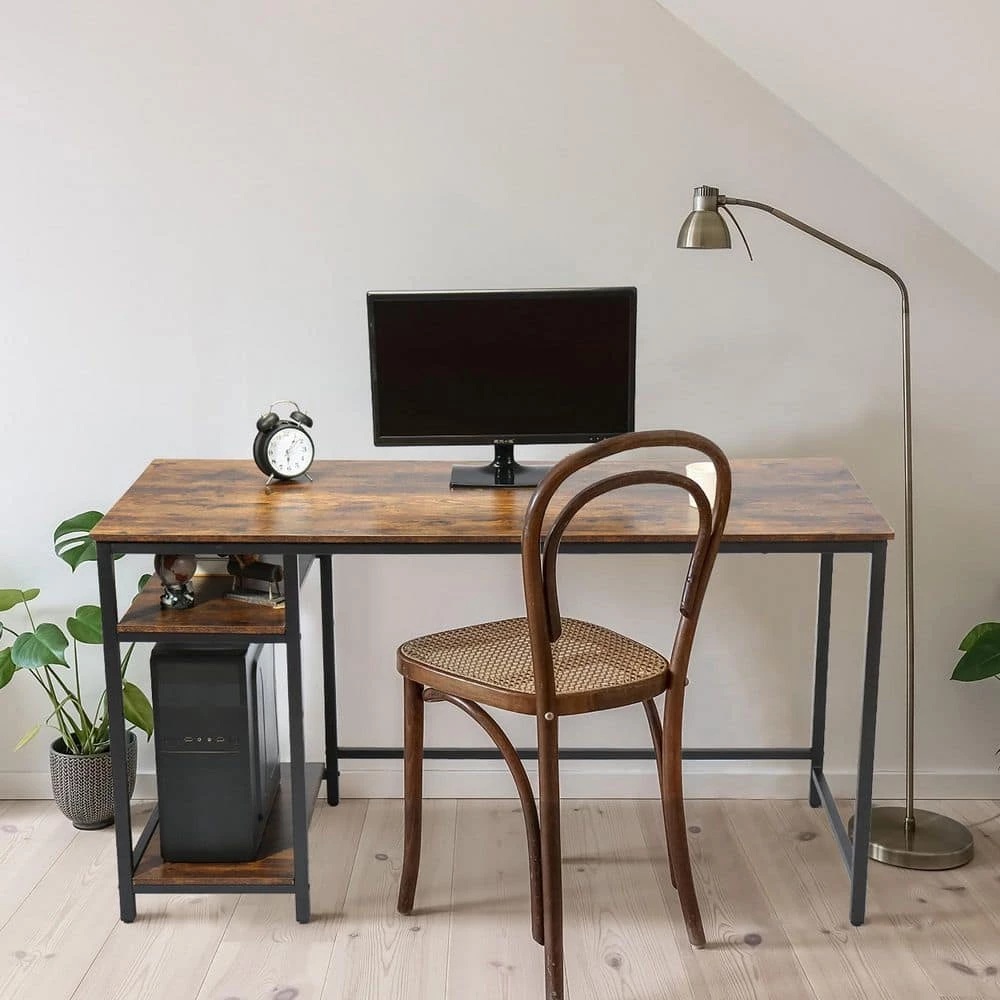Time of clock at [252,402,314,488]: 6:06
